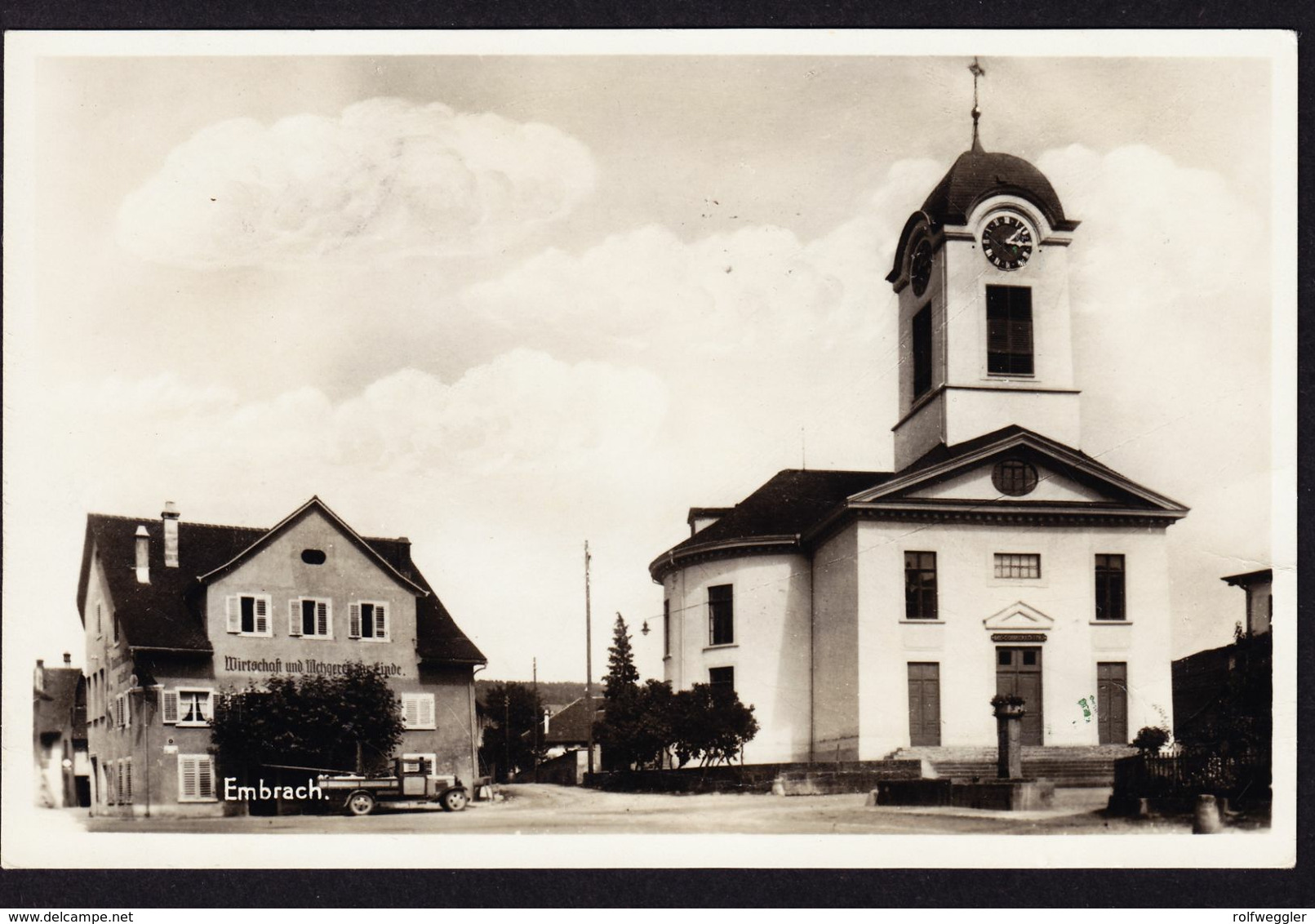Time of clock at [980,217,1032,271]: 3:07
